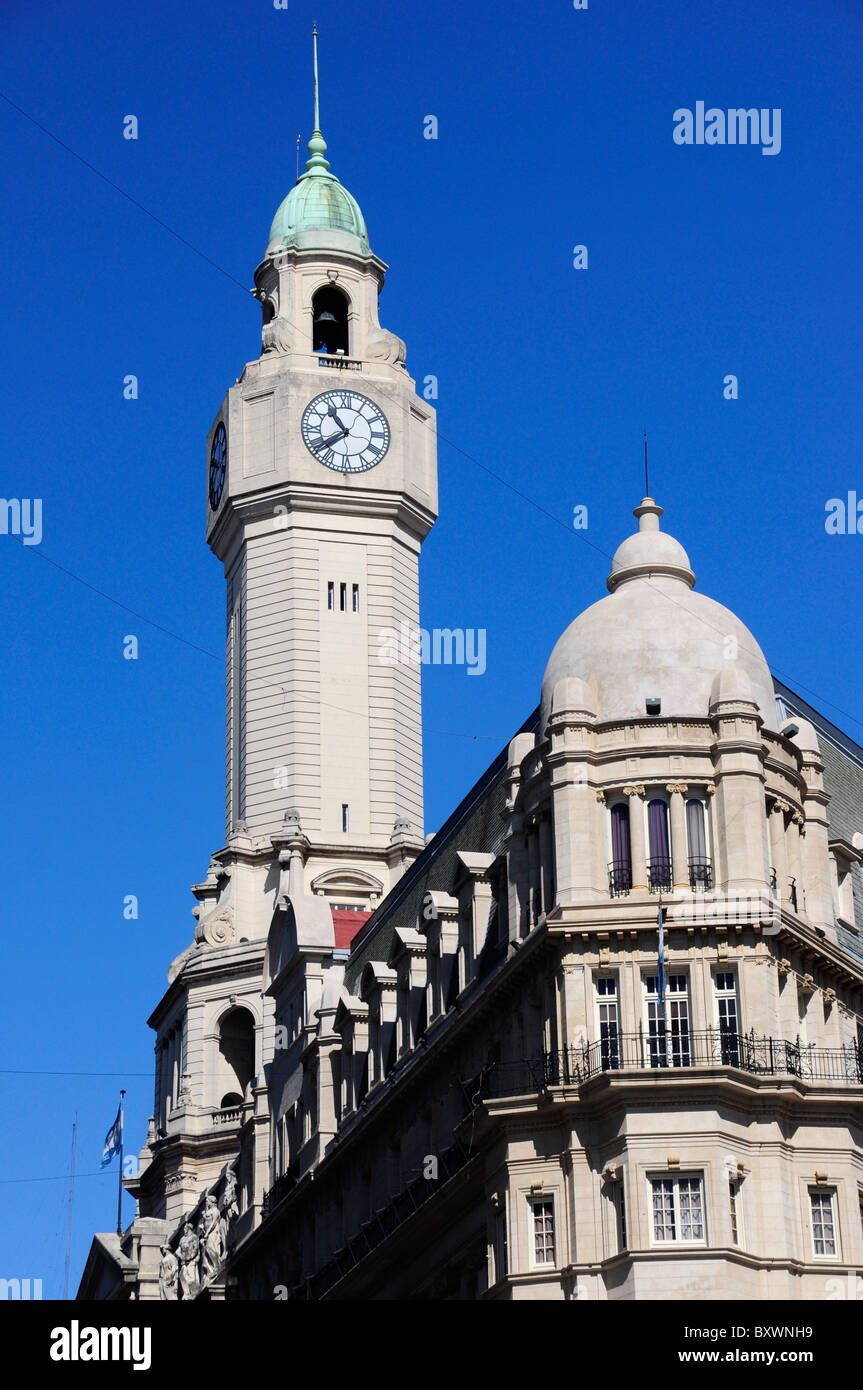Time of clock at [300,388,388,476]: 10:38
